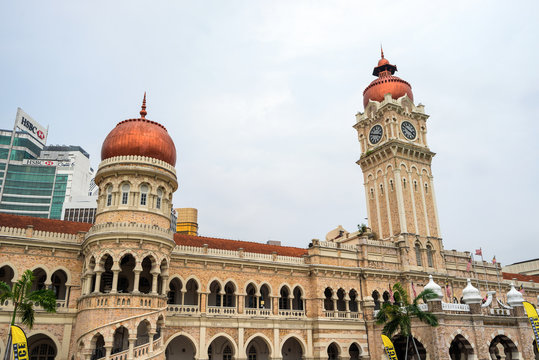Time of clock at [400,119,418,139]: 3:48
